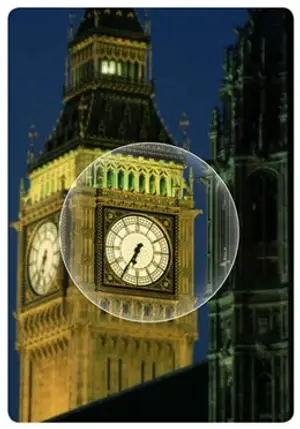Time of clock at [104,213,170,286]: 6:35
